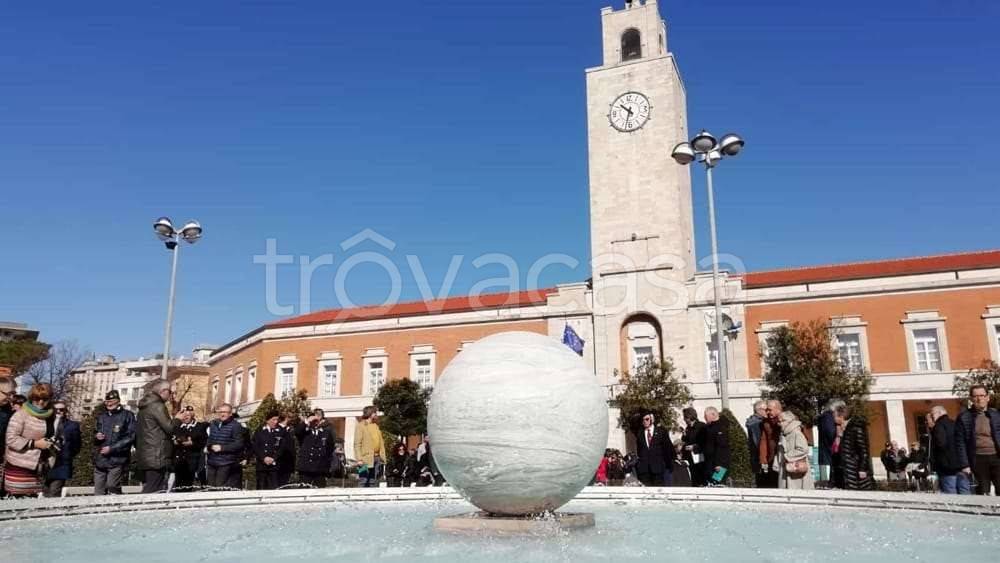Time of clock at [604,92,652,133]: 10:32
